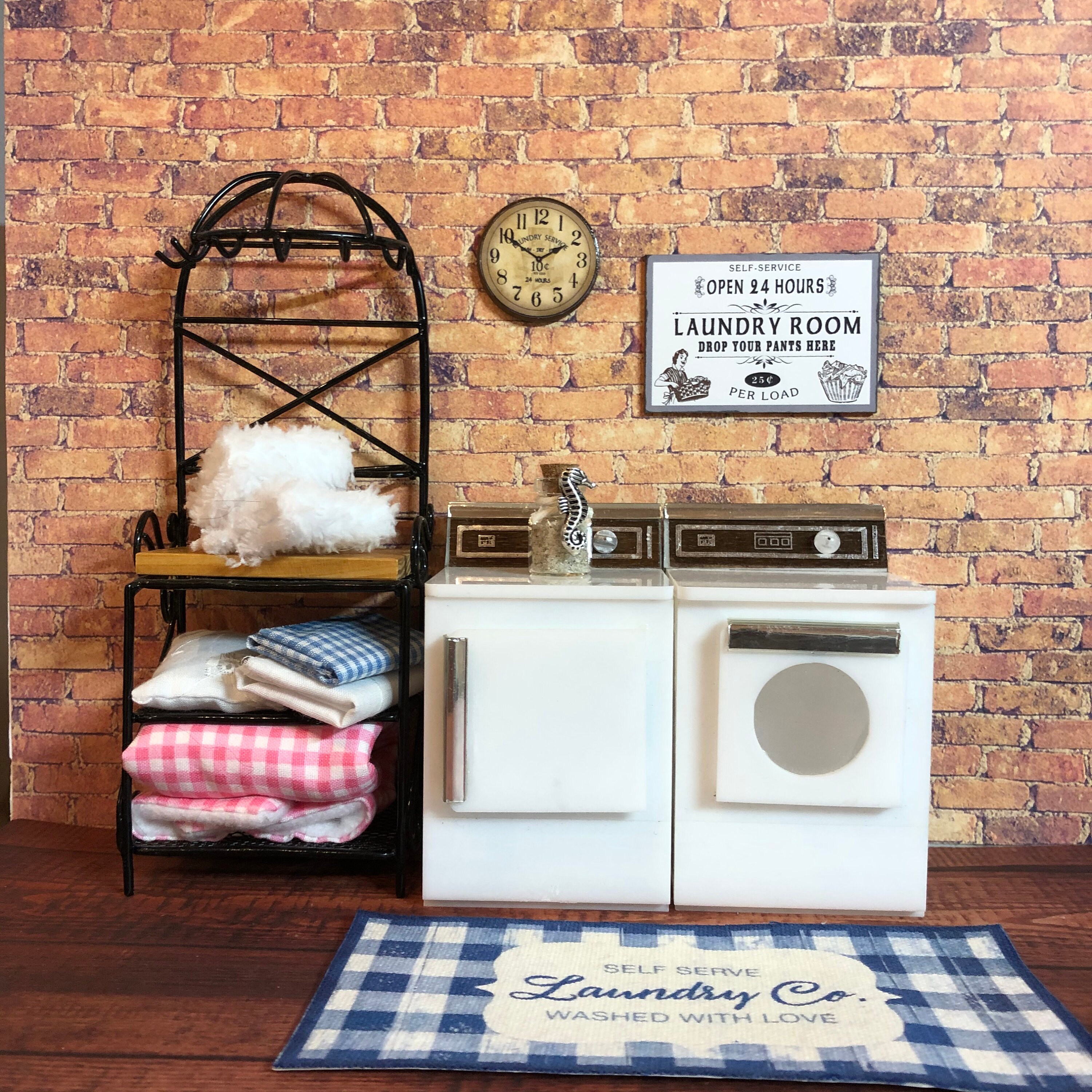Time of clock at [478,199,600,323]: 1:50
